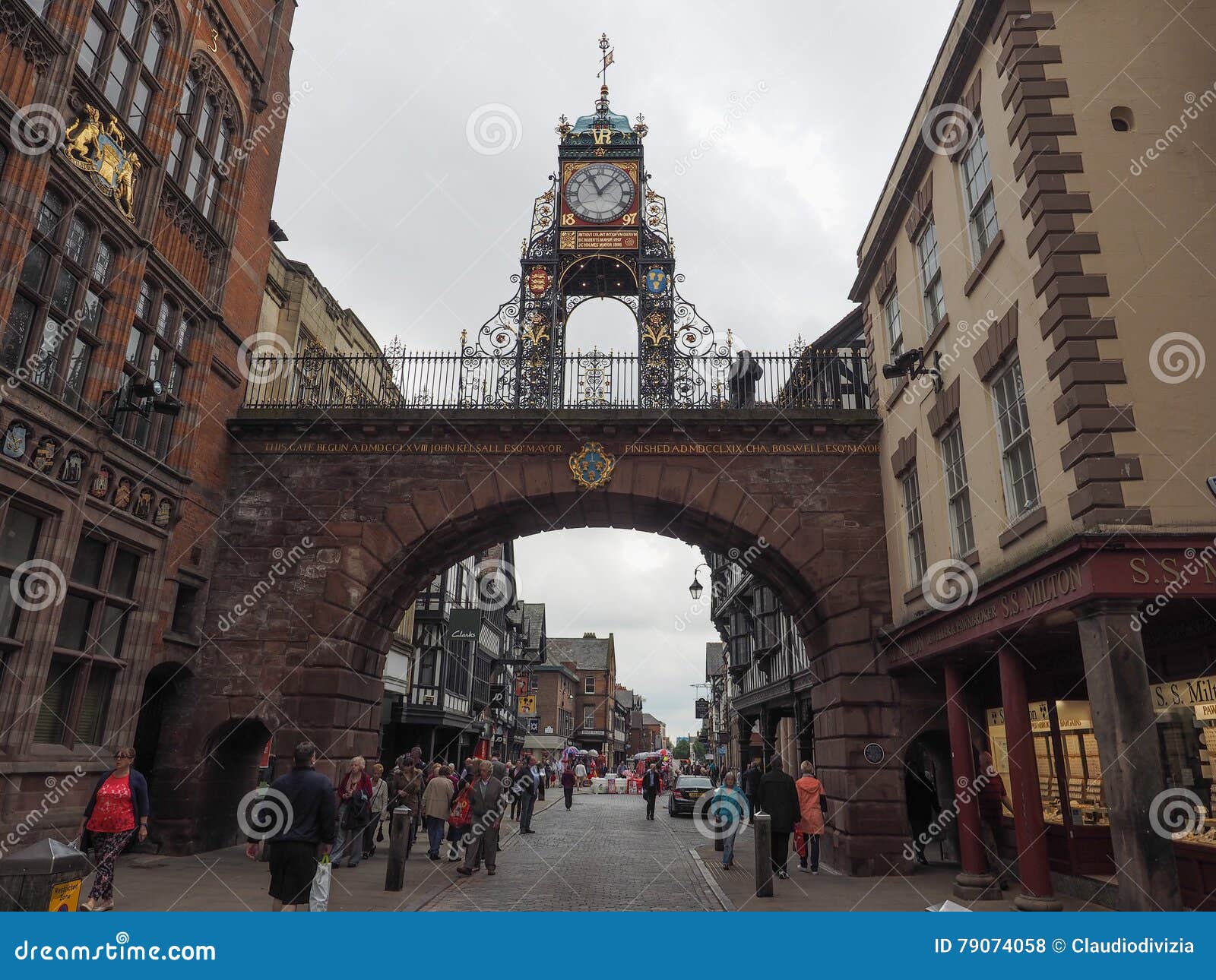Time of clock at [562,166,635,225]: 11:07
